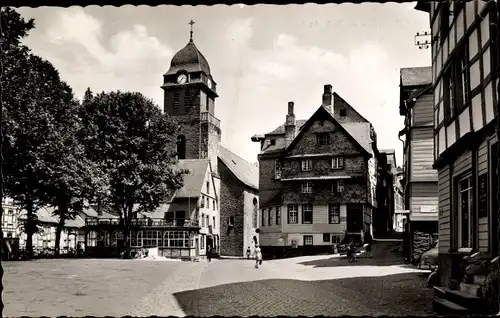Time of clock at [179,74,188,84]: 1:36
